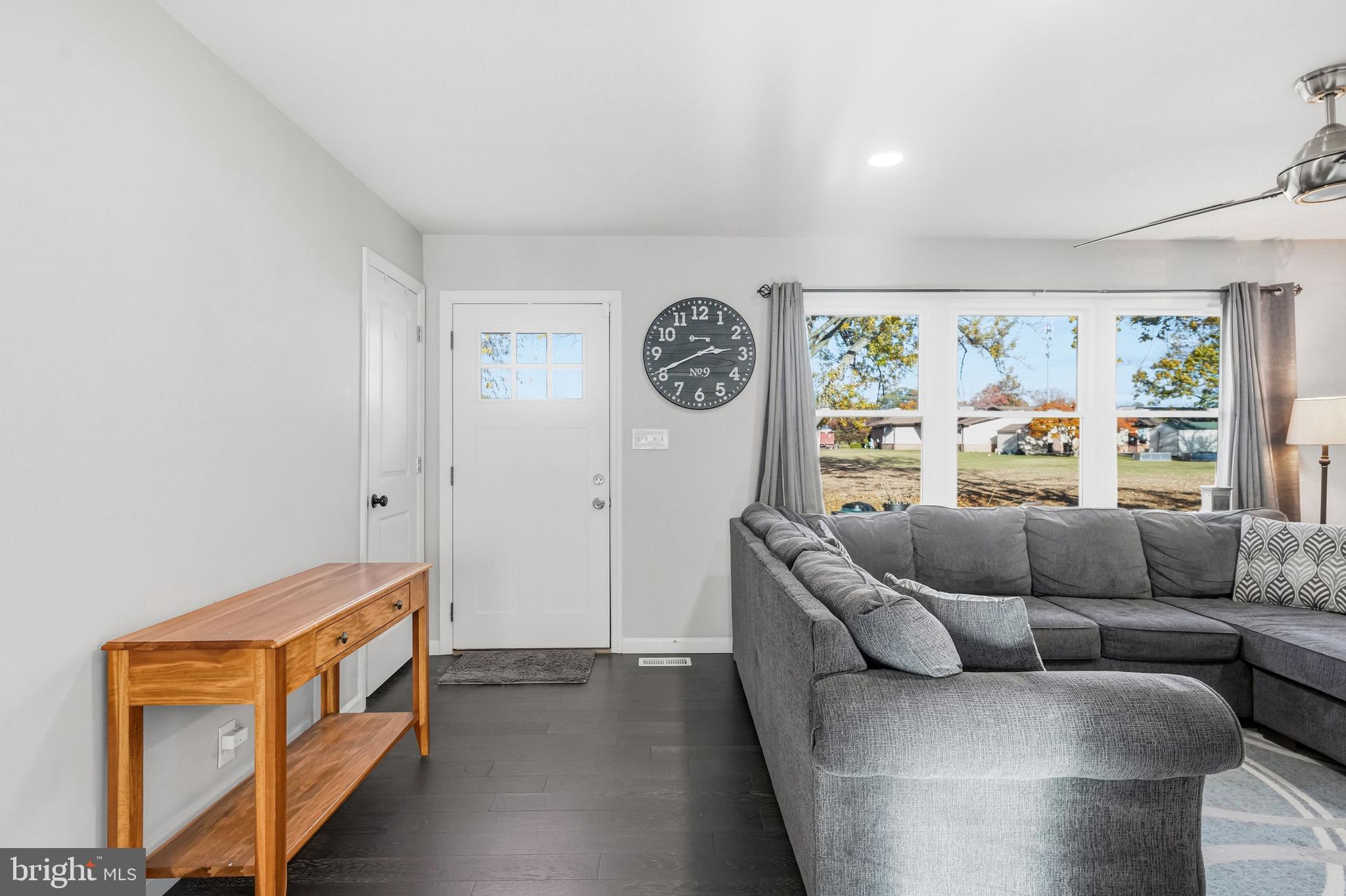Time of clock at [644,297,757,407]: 2:40
